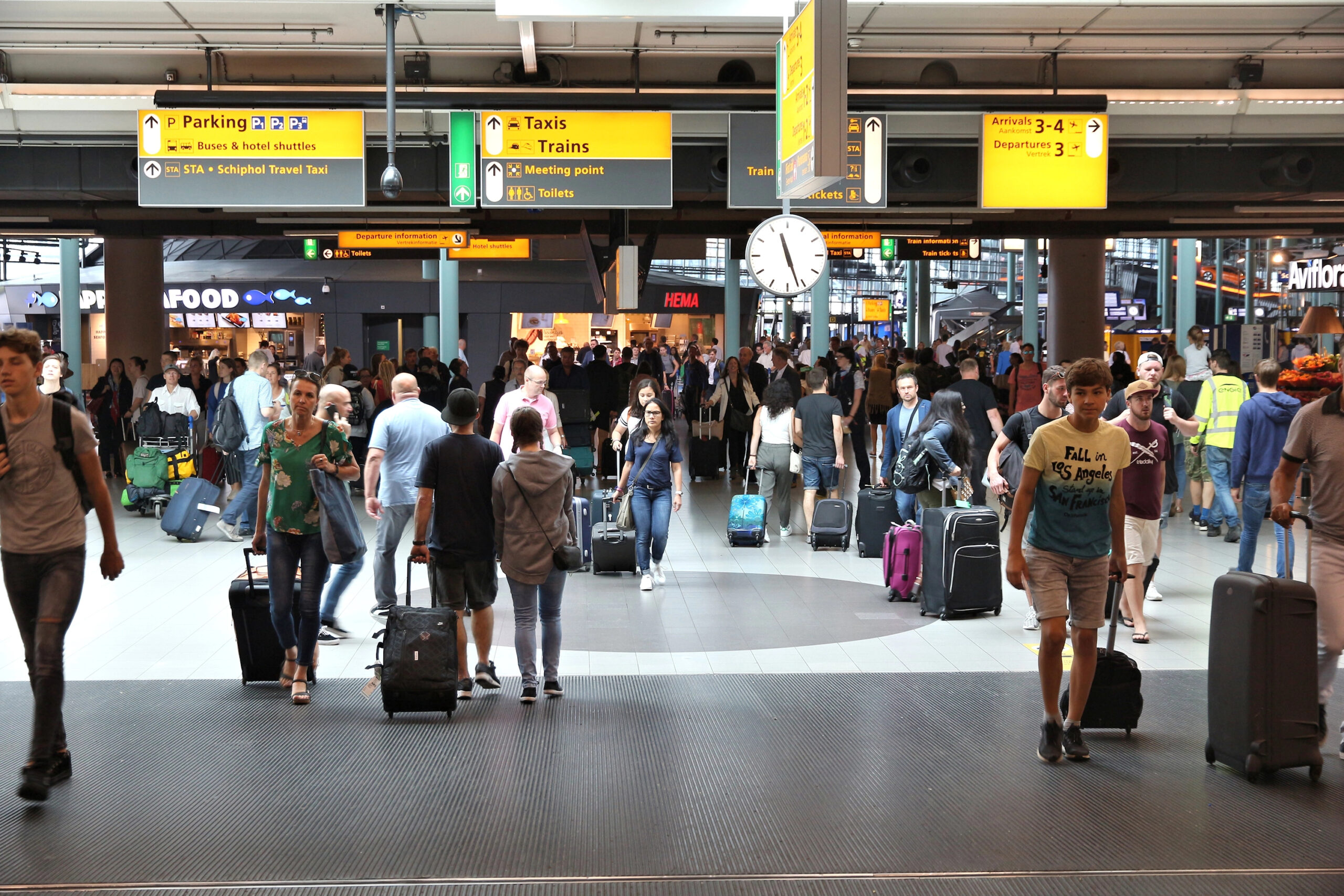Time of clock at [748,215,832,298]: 11:26
